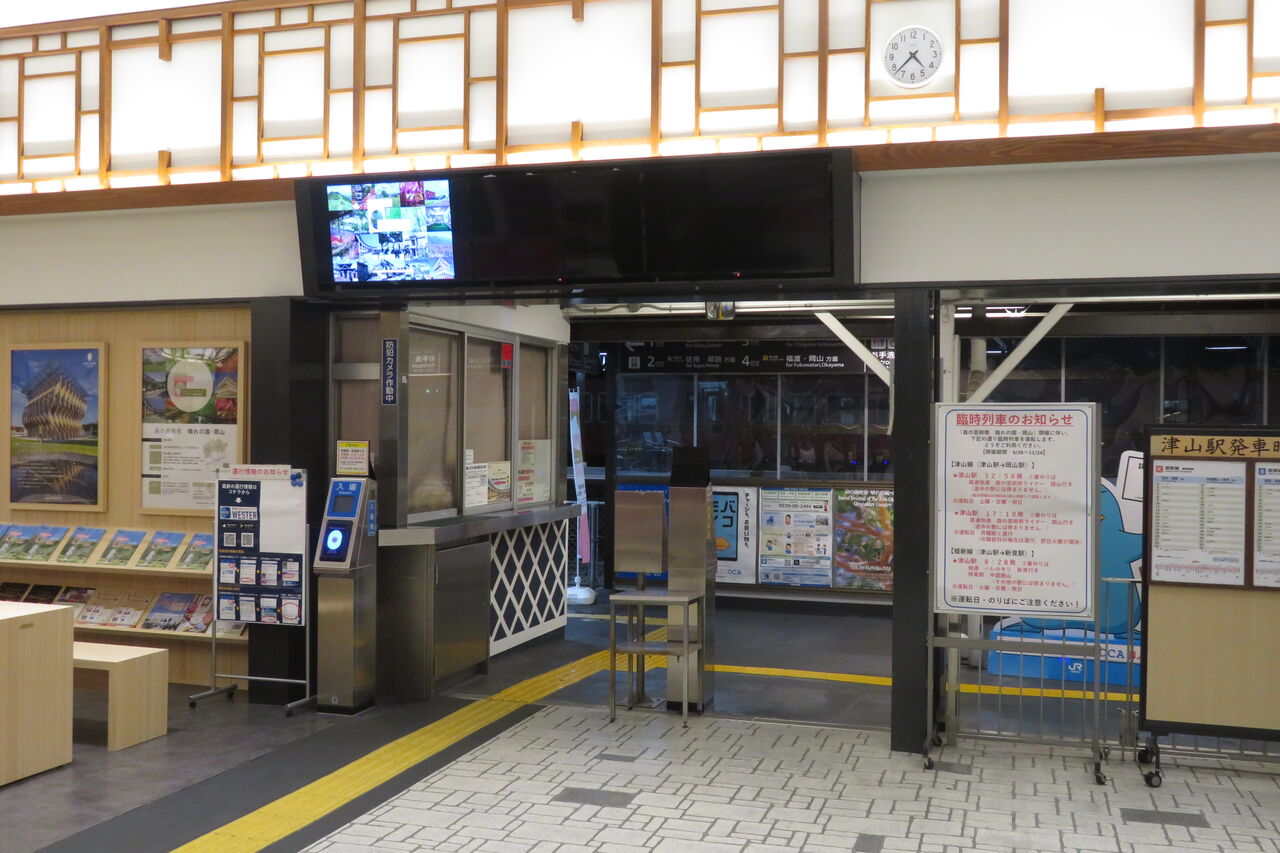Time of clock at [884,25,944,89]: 4:37
